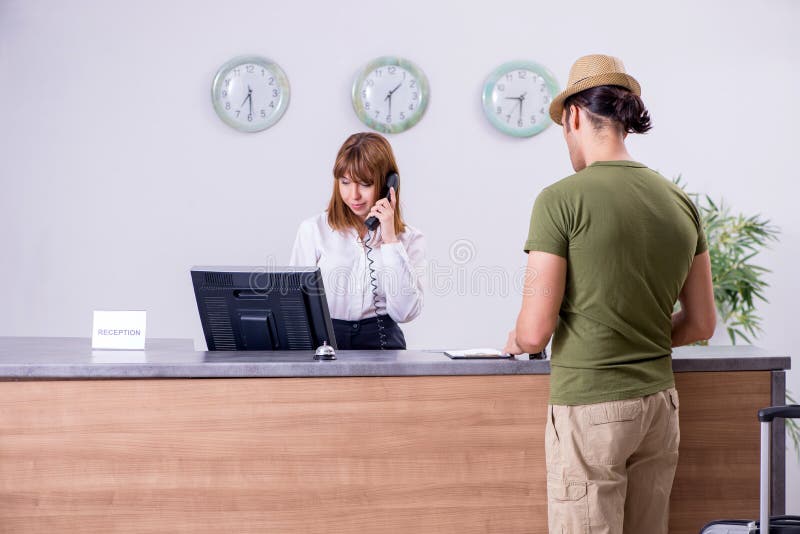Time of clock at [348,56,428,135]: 1:29
